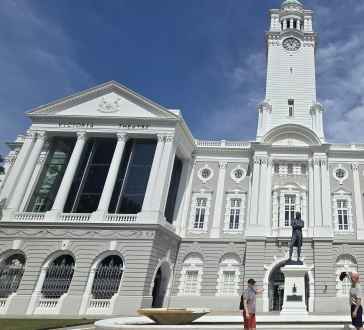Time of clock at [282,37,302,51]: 11:03
